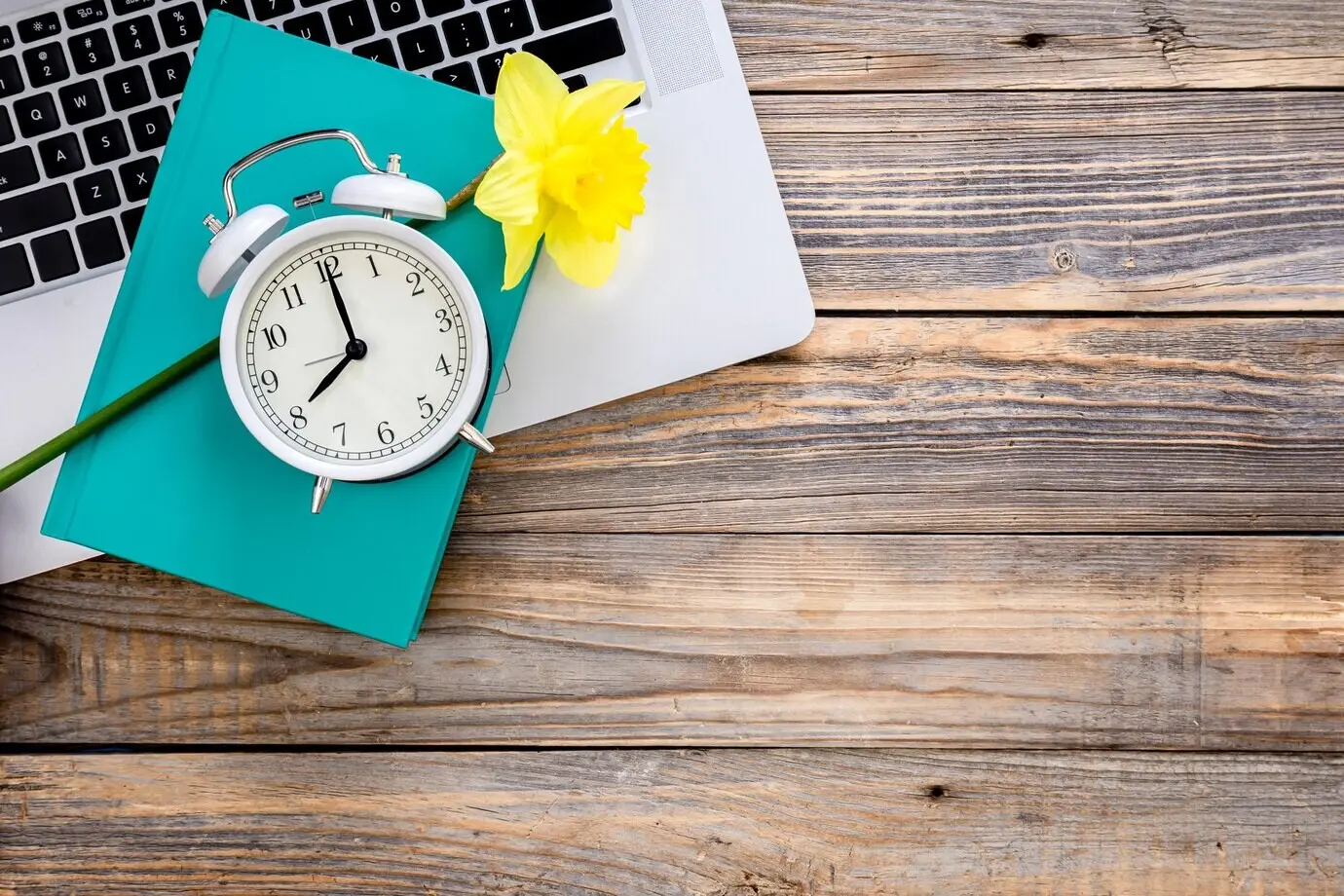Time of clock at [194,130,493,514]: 8:00
